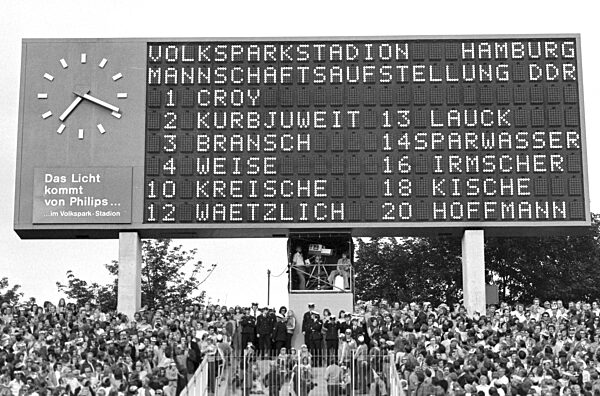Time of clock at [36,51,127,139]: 7:18
